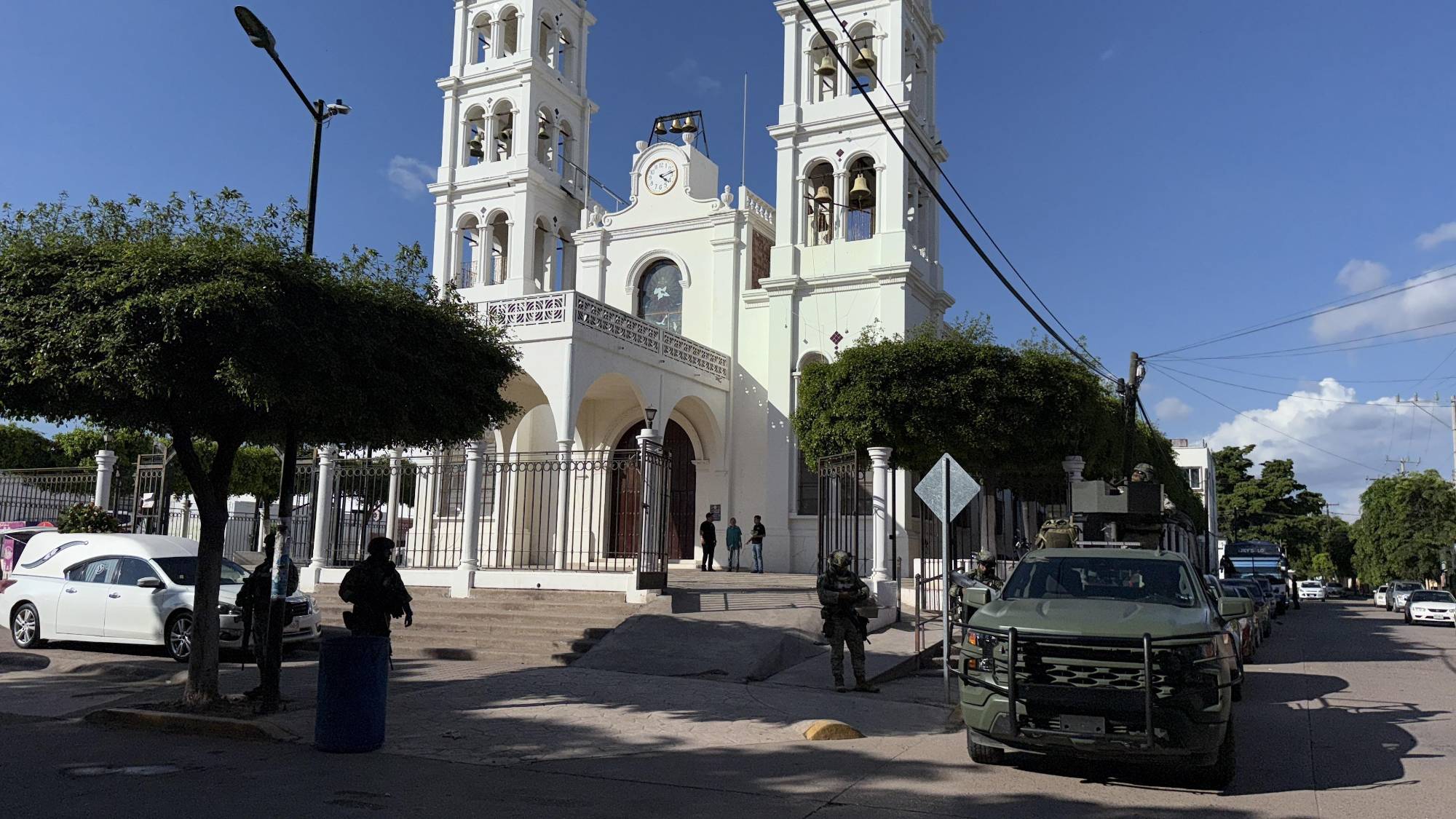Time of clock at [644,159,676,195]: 4:12
